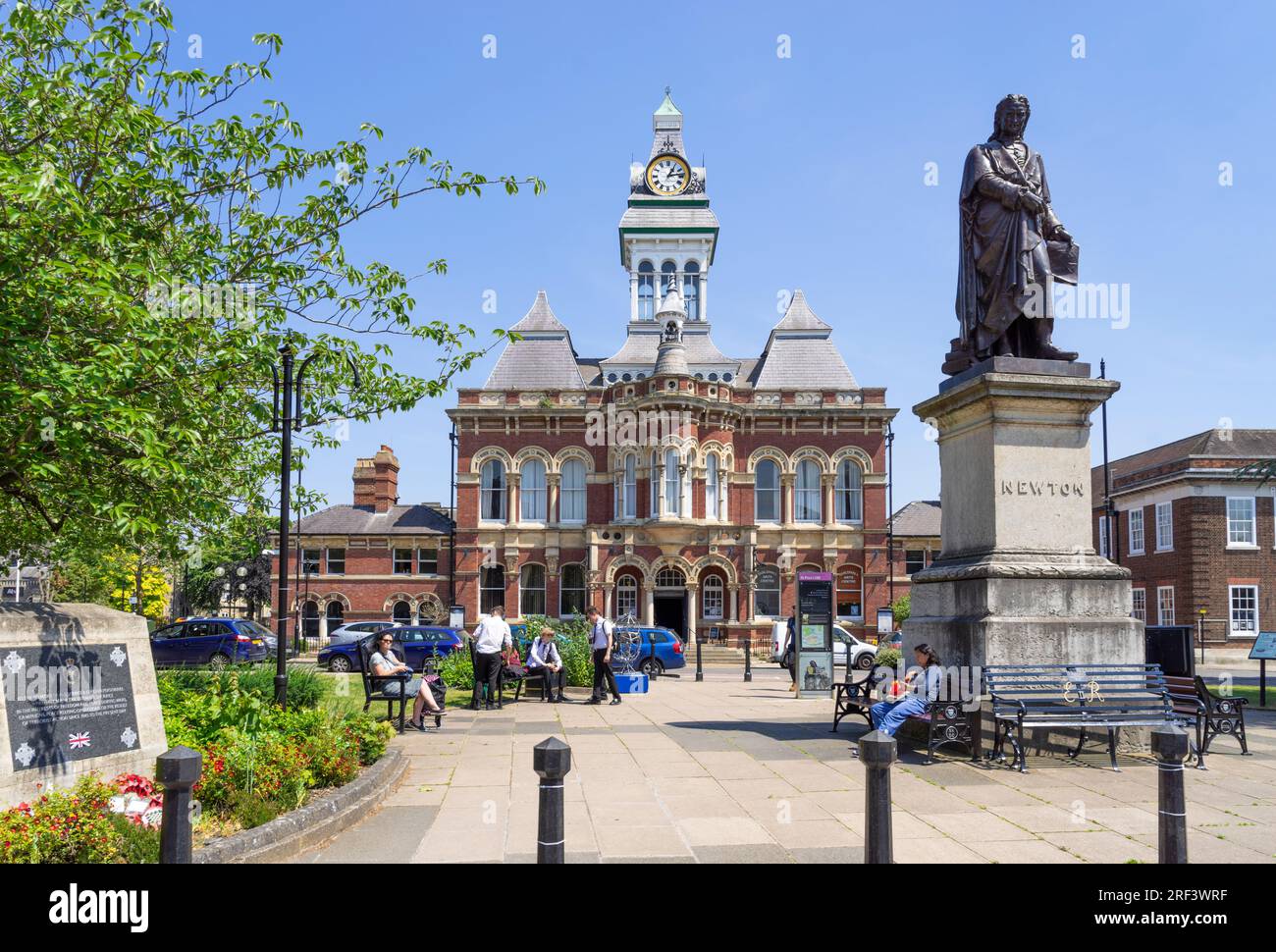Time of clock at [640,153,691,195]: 1:13
